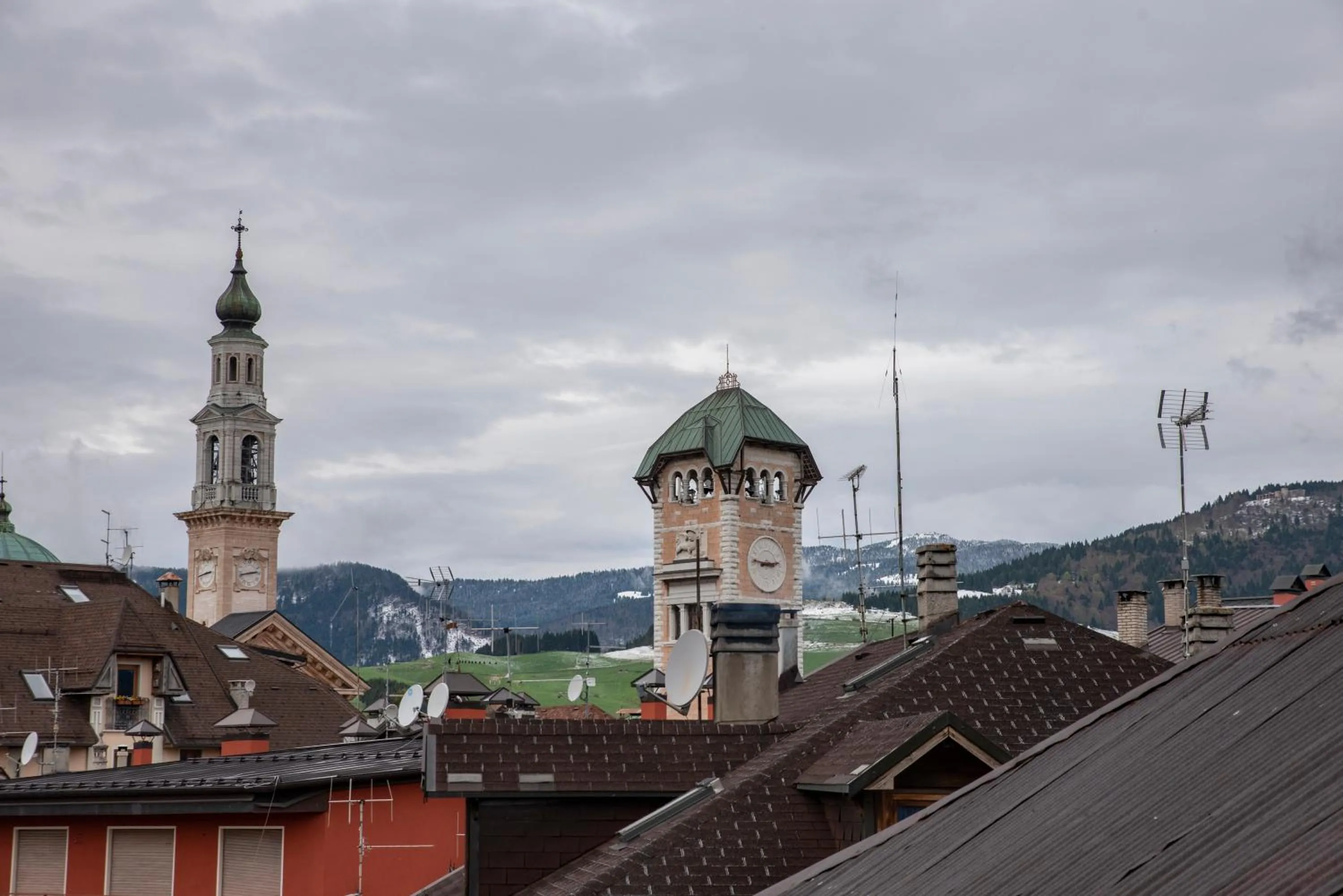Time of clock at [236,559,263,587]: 2:42
